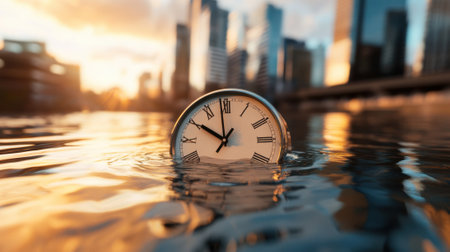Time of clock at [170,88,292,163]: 9:58
